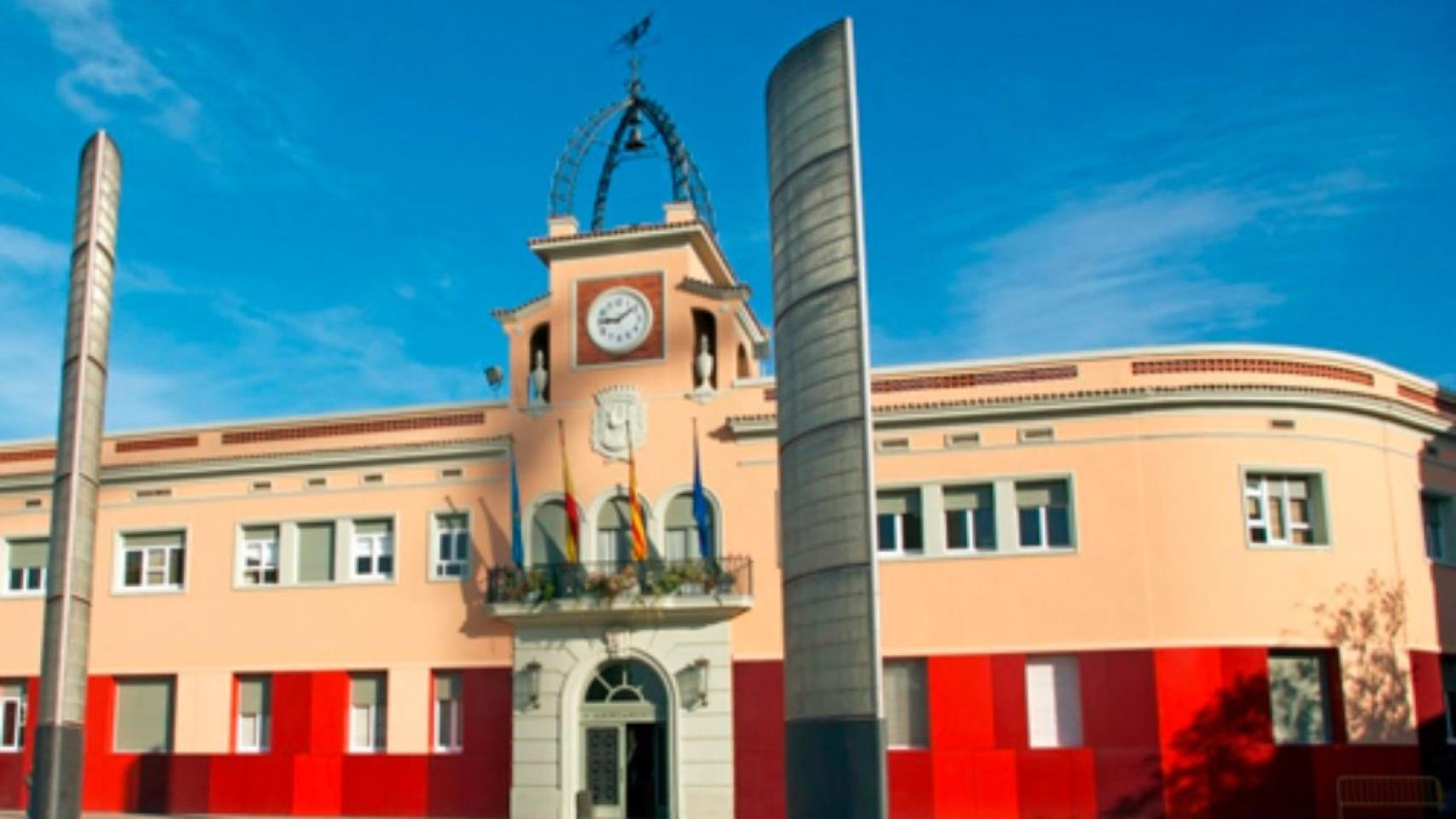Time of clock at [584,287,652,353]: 9:08
